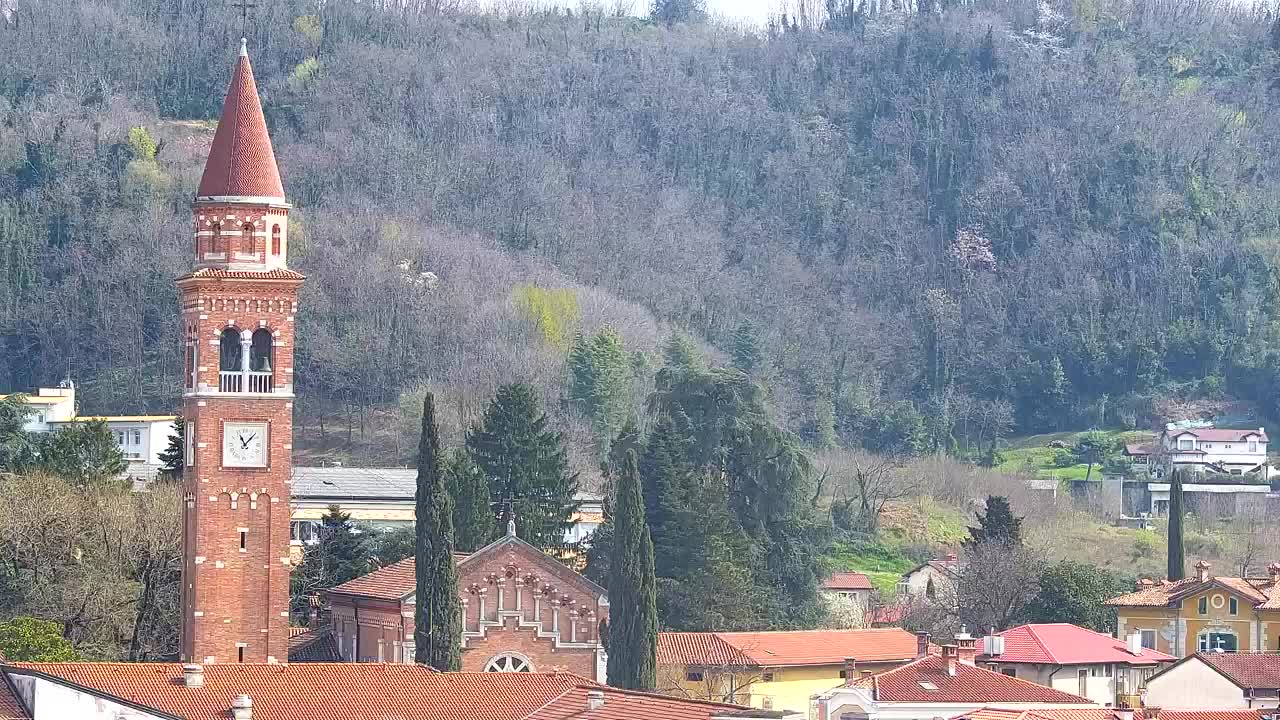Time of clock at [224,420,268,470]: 11:07
